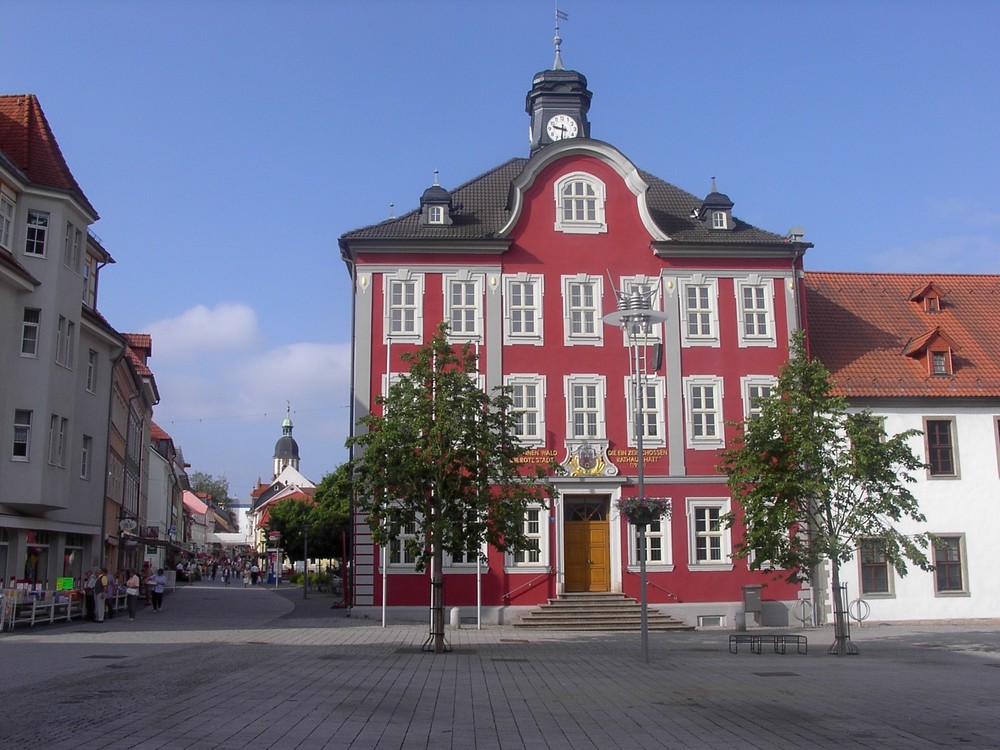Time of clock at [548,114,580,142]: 9:31
